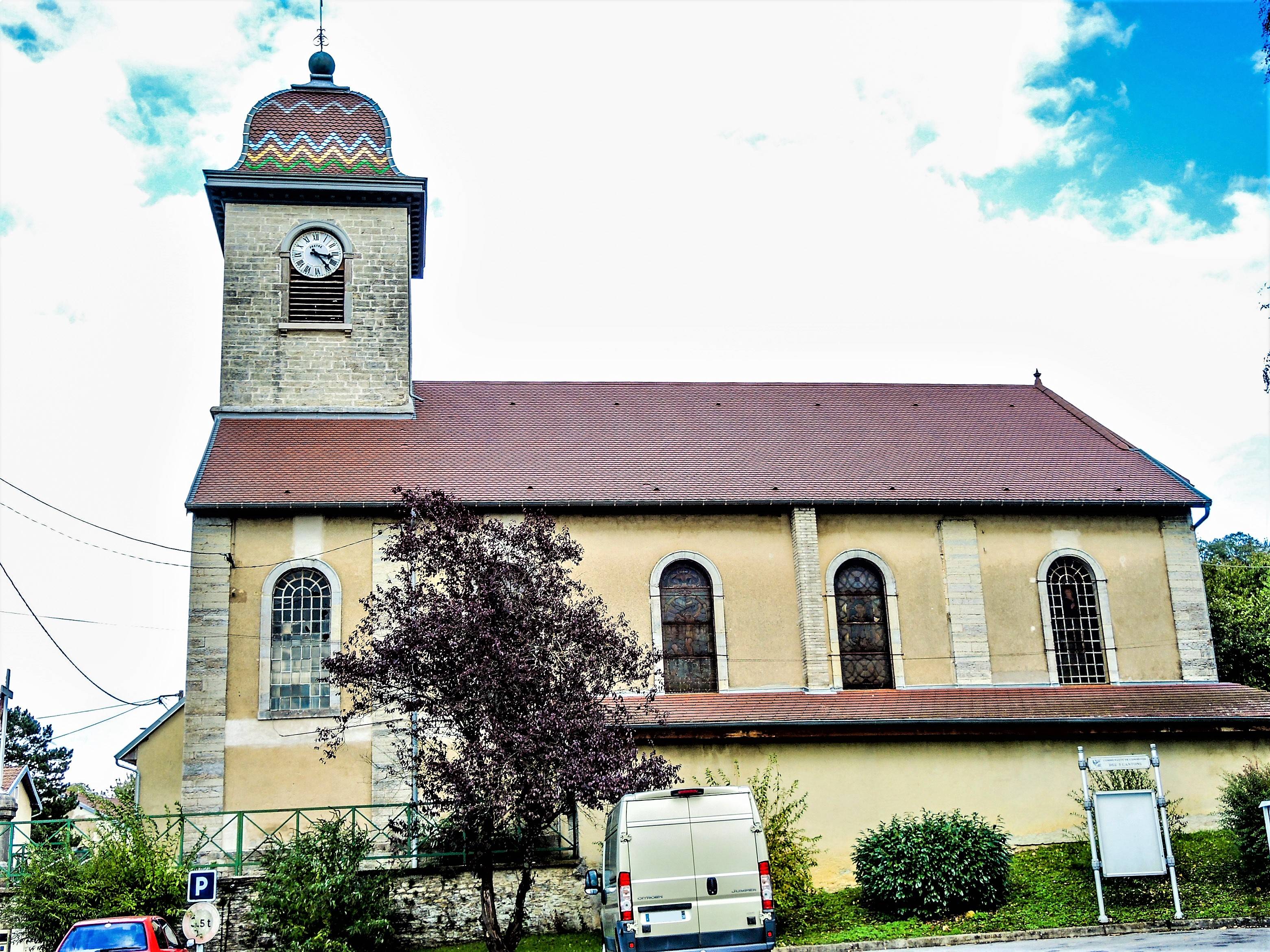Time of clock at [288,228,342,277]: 3:23
